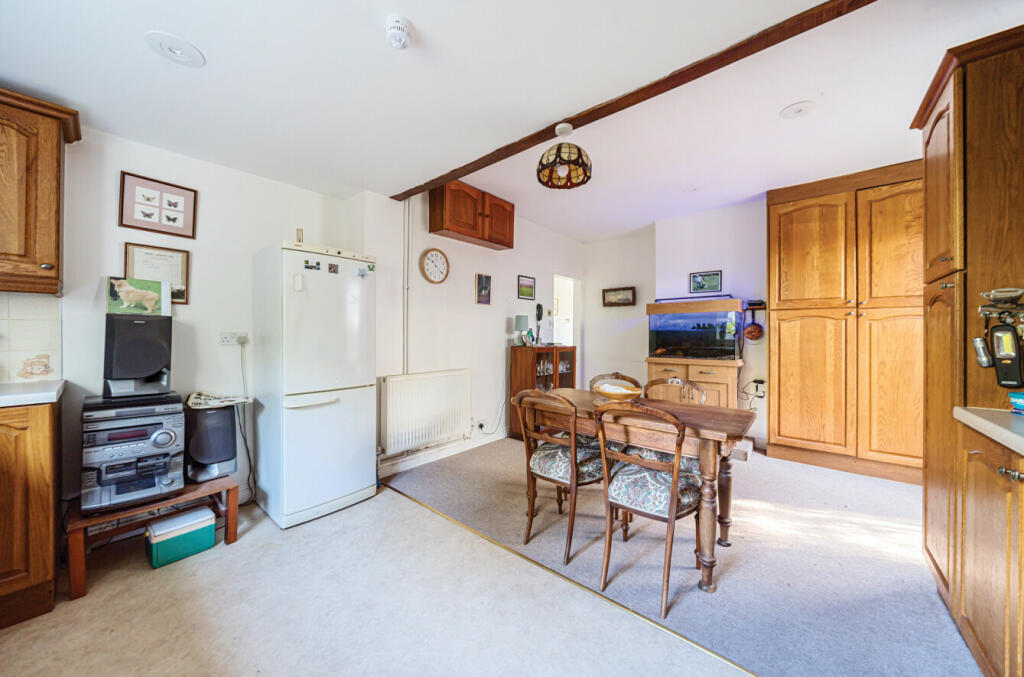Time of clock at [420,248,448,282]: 10:20
